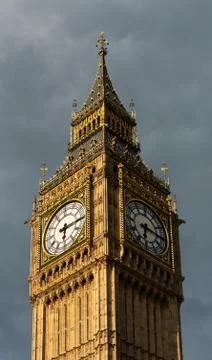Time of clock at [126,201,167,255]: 6:15
